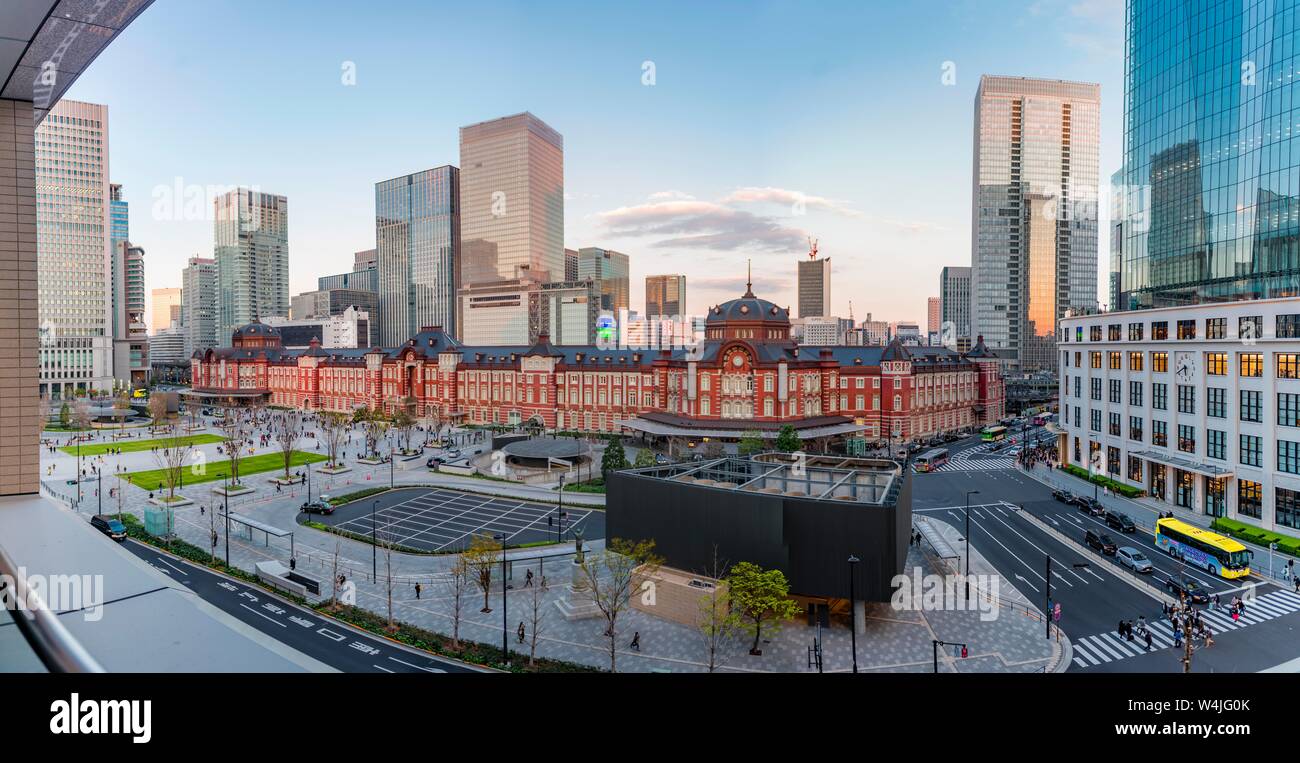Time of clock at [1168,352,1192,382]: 5:40
